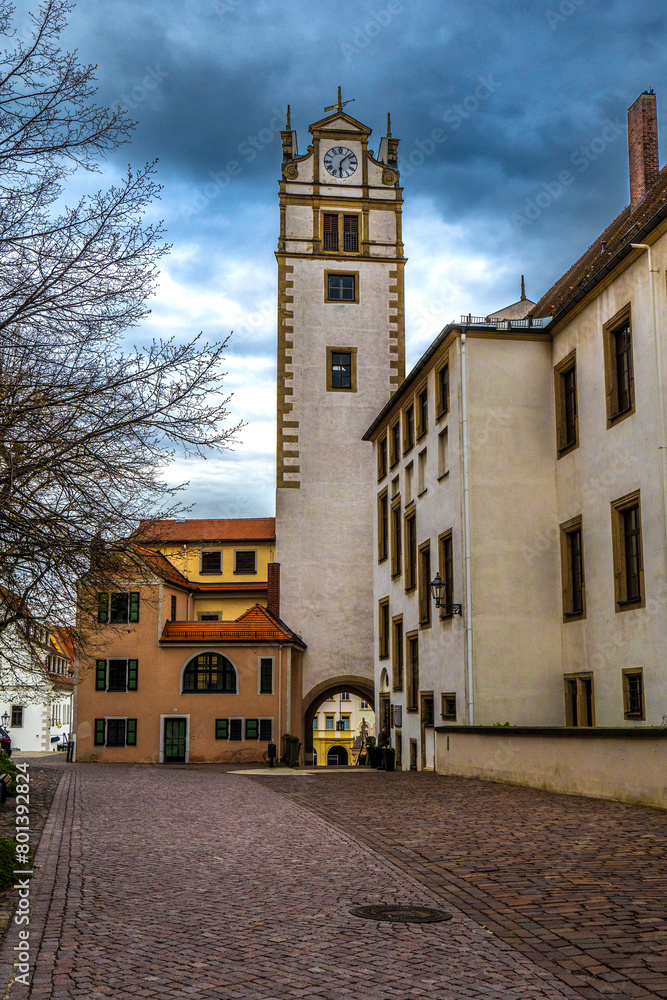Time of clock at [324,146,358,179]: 6:08
